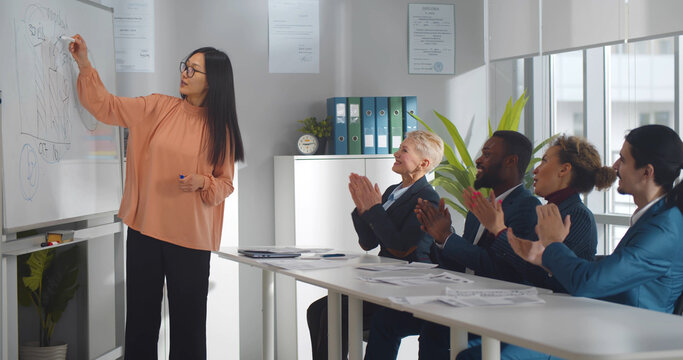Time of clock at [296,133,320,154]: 9:13
